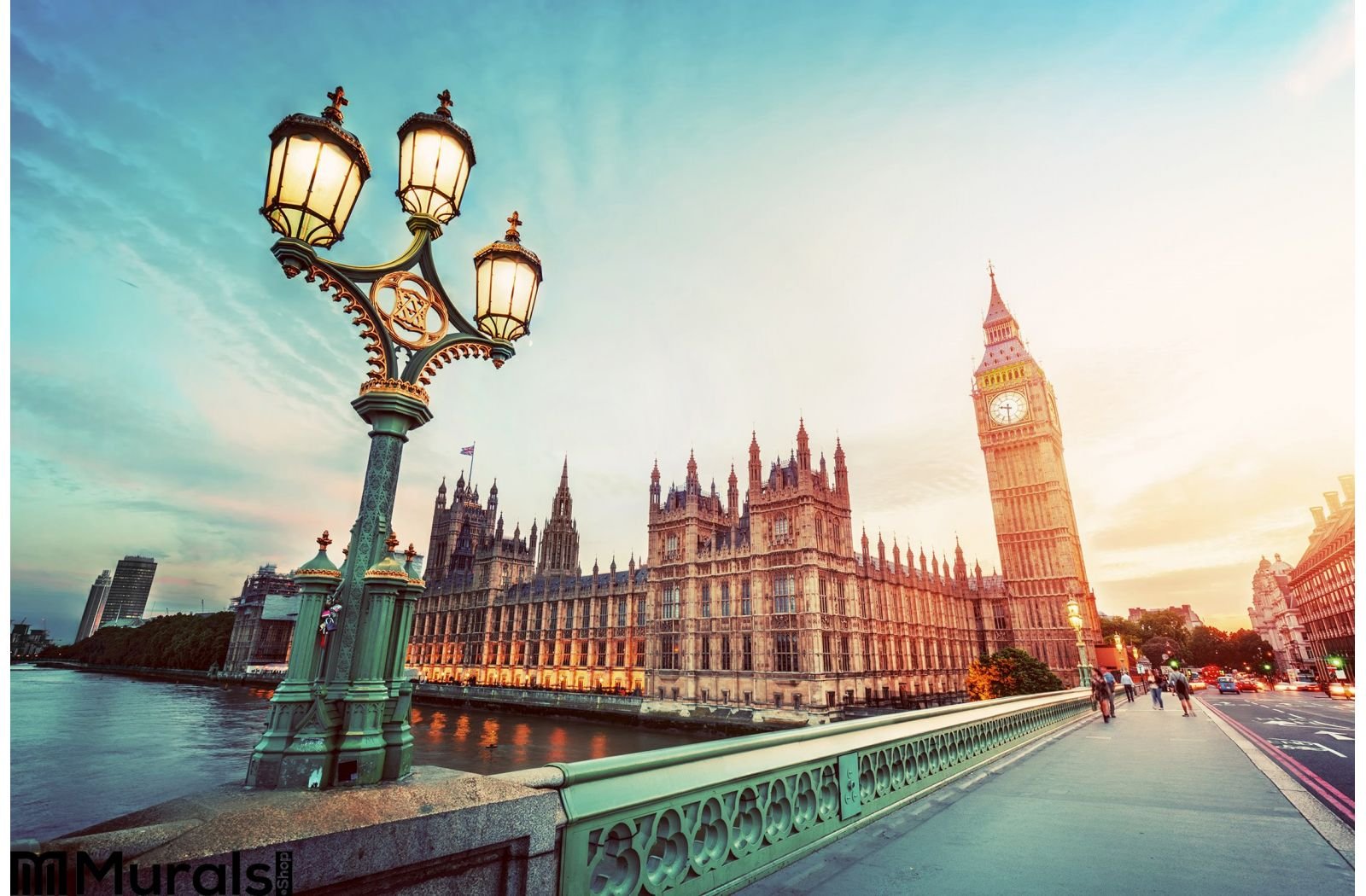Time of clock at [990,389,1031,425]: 9:31
